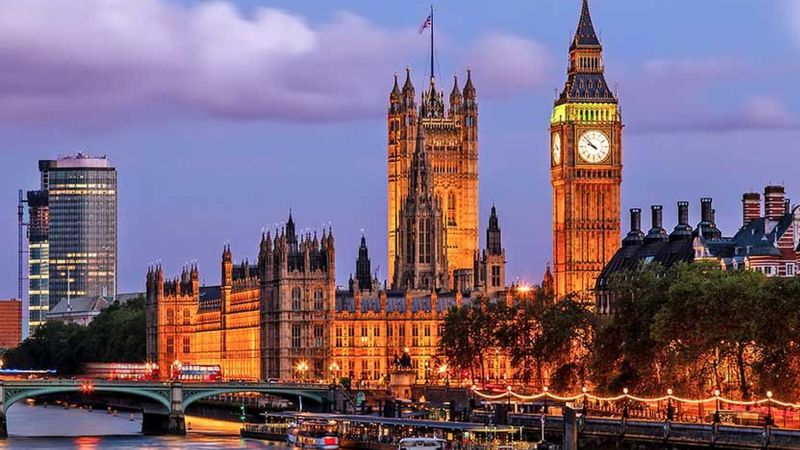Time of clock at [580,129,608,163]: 9:52
